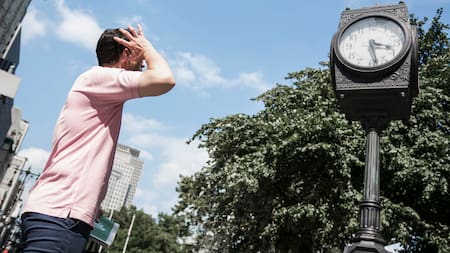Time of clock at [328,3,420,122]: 3:28
